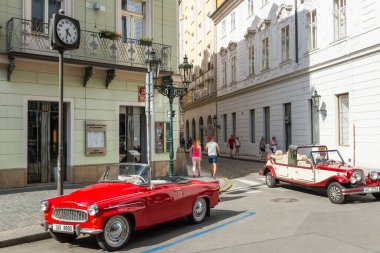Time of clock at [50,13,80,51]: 4:32
